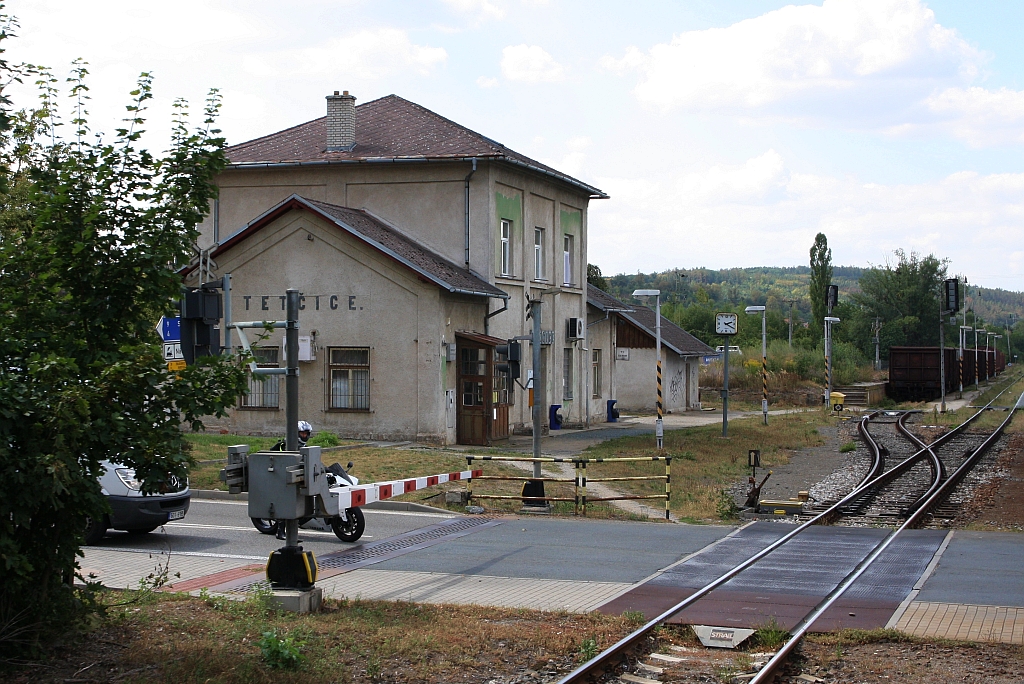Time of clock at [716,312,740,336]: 2:20
